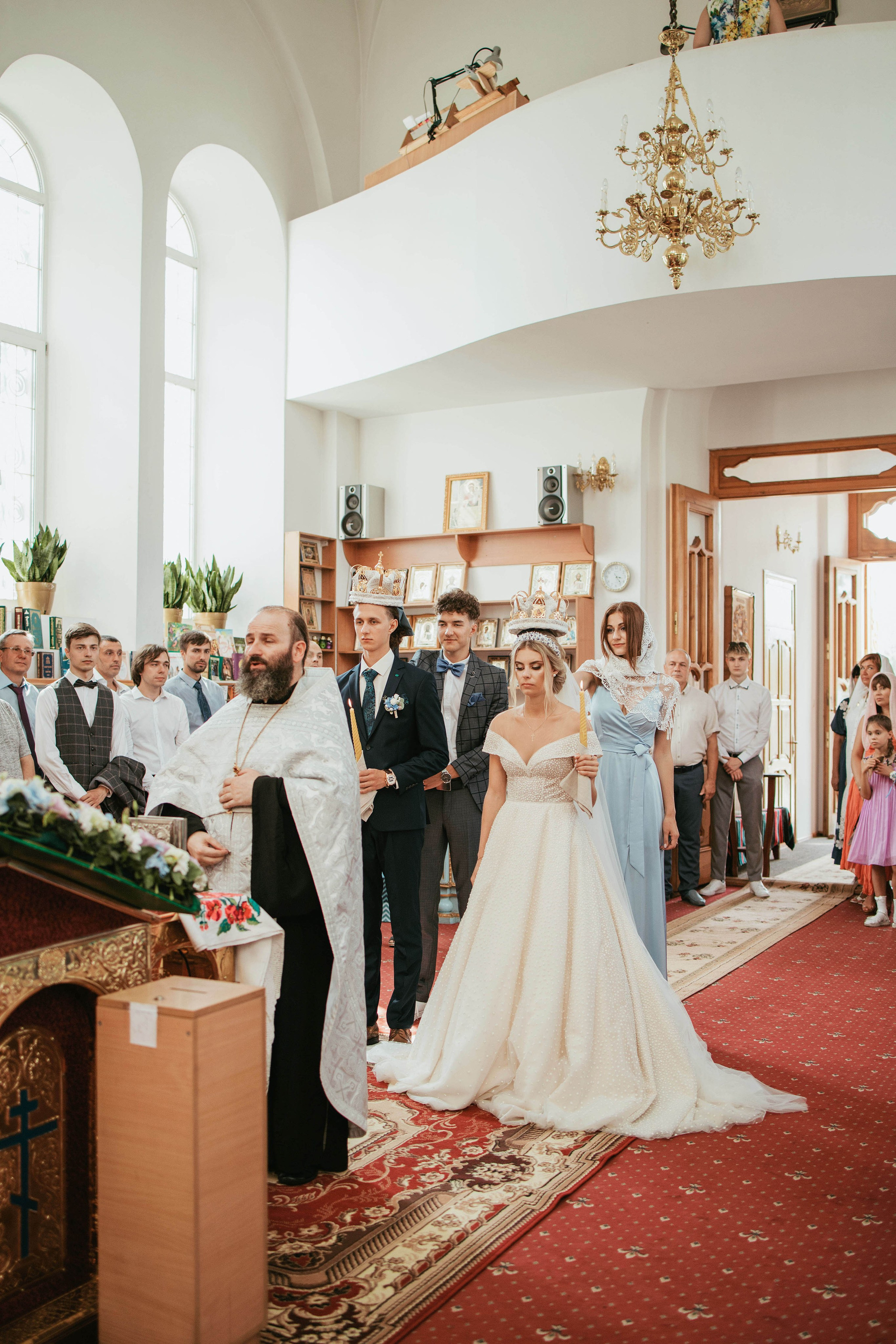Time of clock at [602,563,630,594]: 3:23
